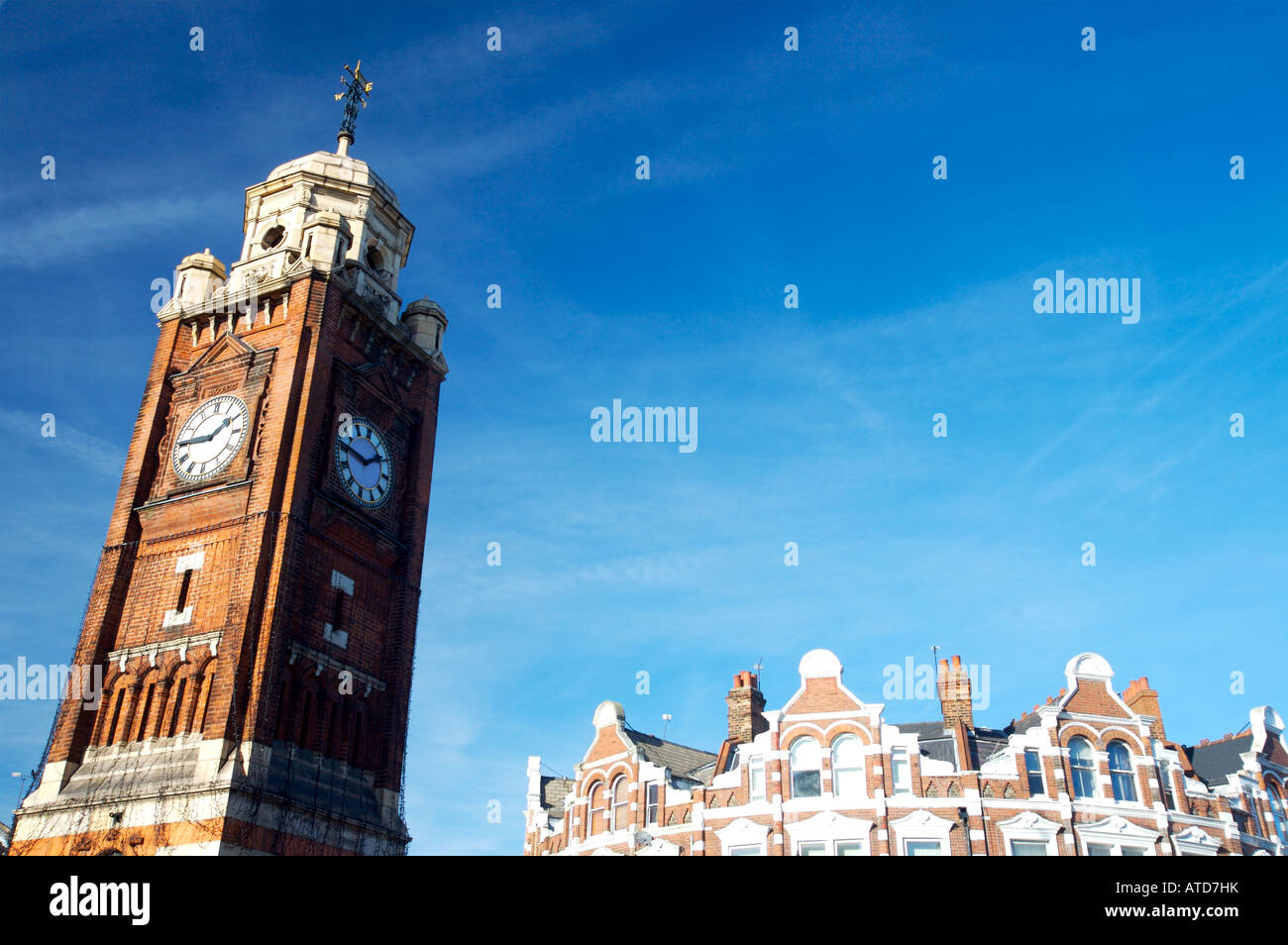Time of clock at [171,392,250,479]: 1:45
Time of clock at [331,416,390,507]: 1:46
